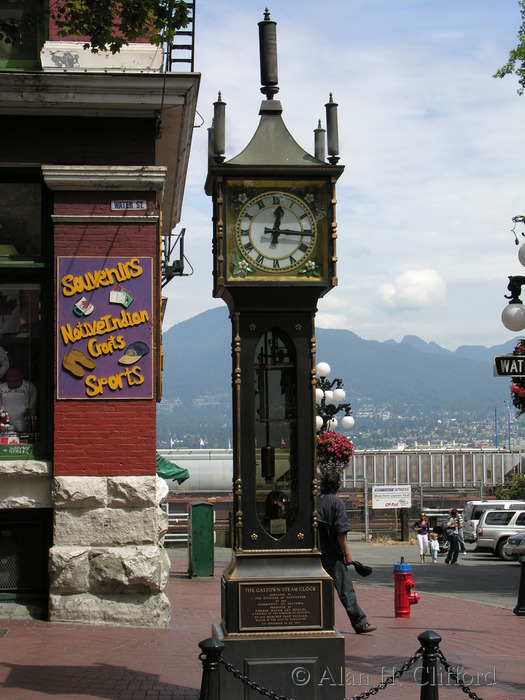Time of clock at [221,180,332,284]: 12:15
